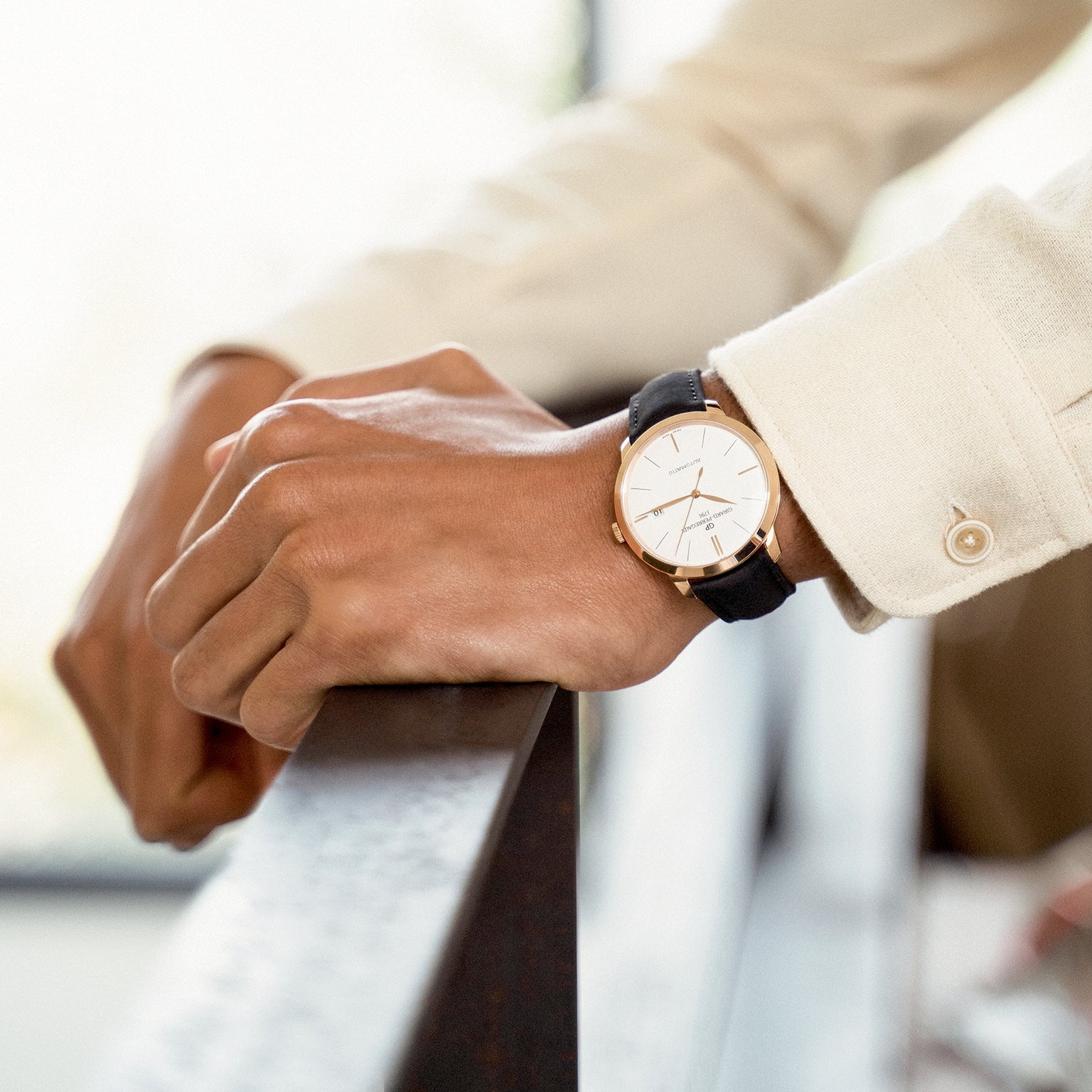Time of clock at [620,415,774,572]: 3:40
